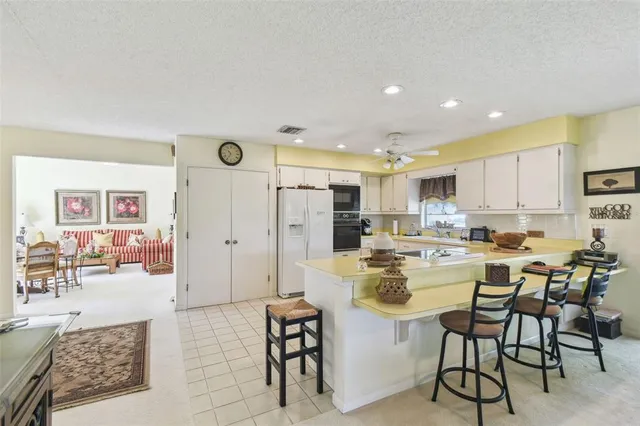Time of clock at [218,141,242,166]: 10:35
